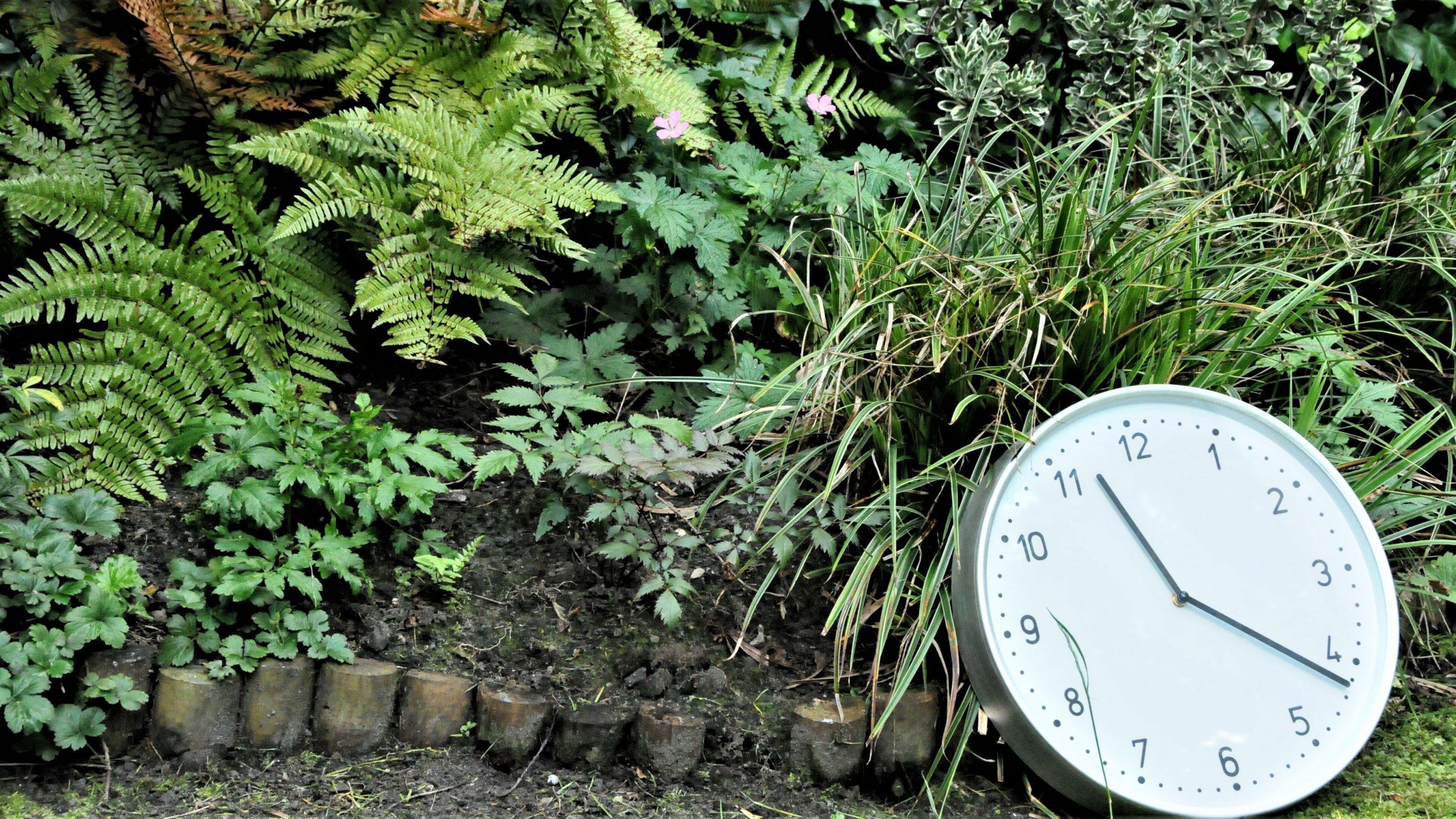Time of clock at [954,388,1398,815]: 11:21
